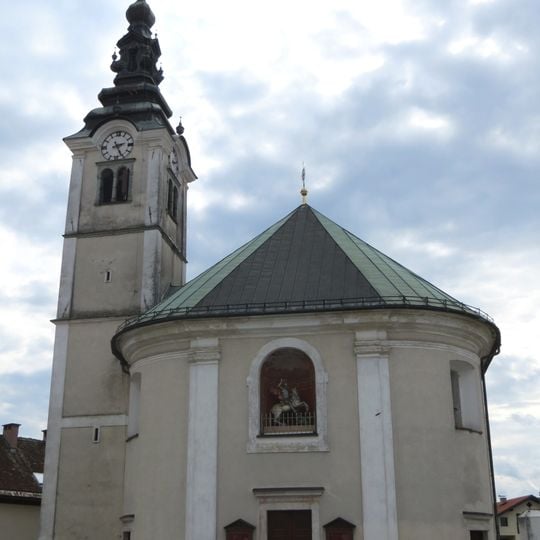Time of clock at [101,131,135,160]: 2:25
